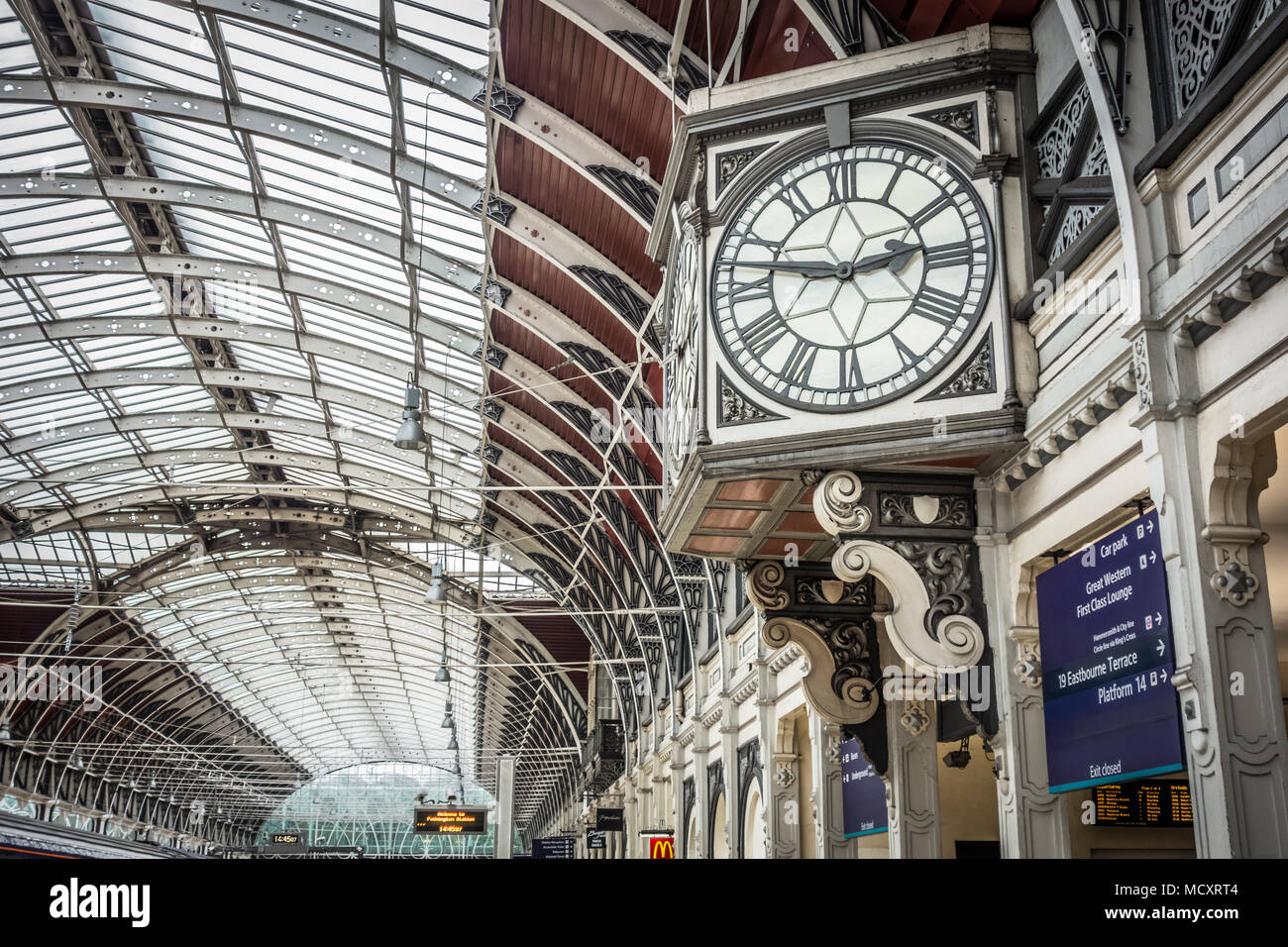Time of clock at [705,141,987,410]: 2:46
